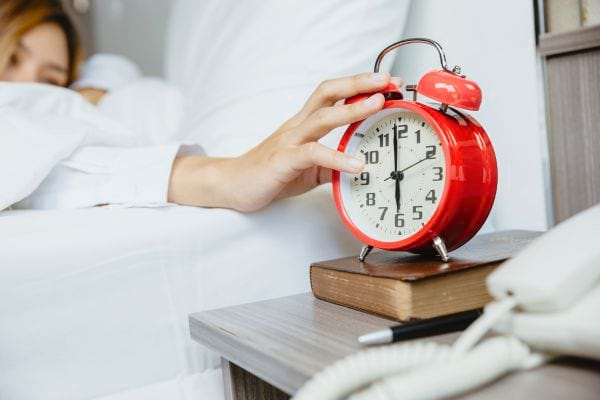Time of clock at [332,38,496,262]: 6:00
